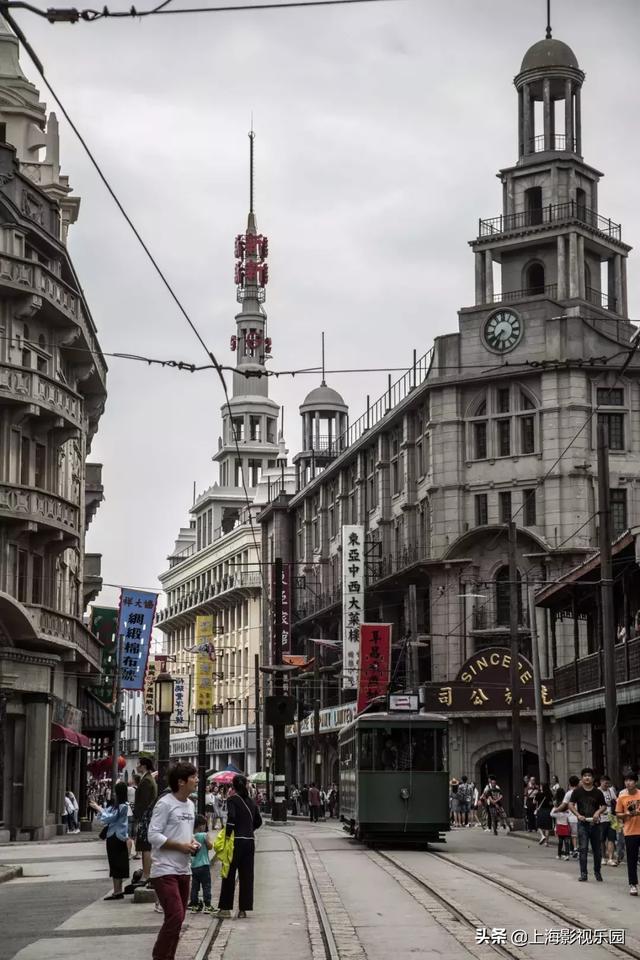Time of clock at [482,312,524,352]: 7:34
